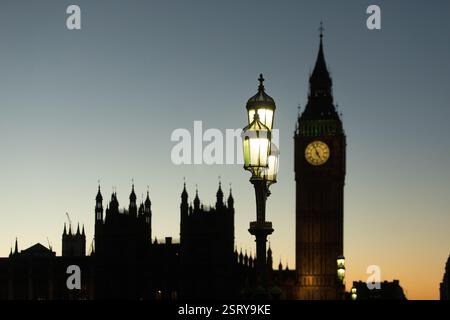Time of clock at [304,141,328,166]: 4:56
